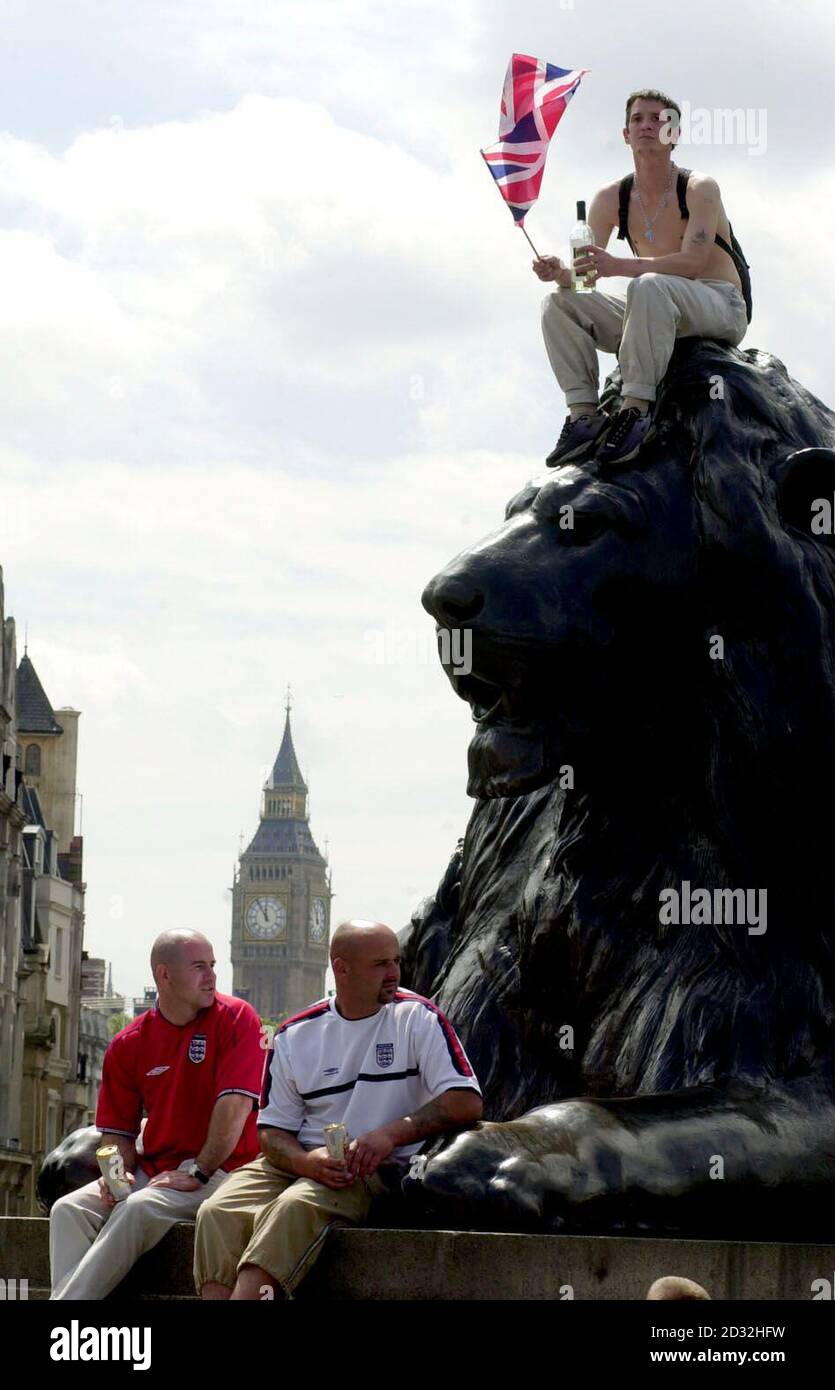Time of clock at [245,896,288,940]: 11:54
